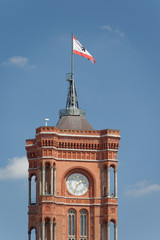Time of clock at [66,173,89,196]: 1:33
